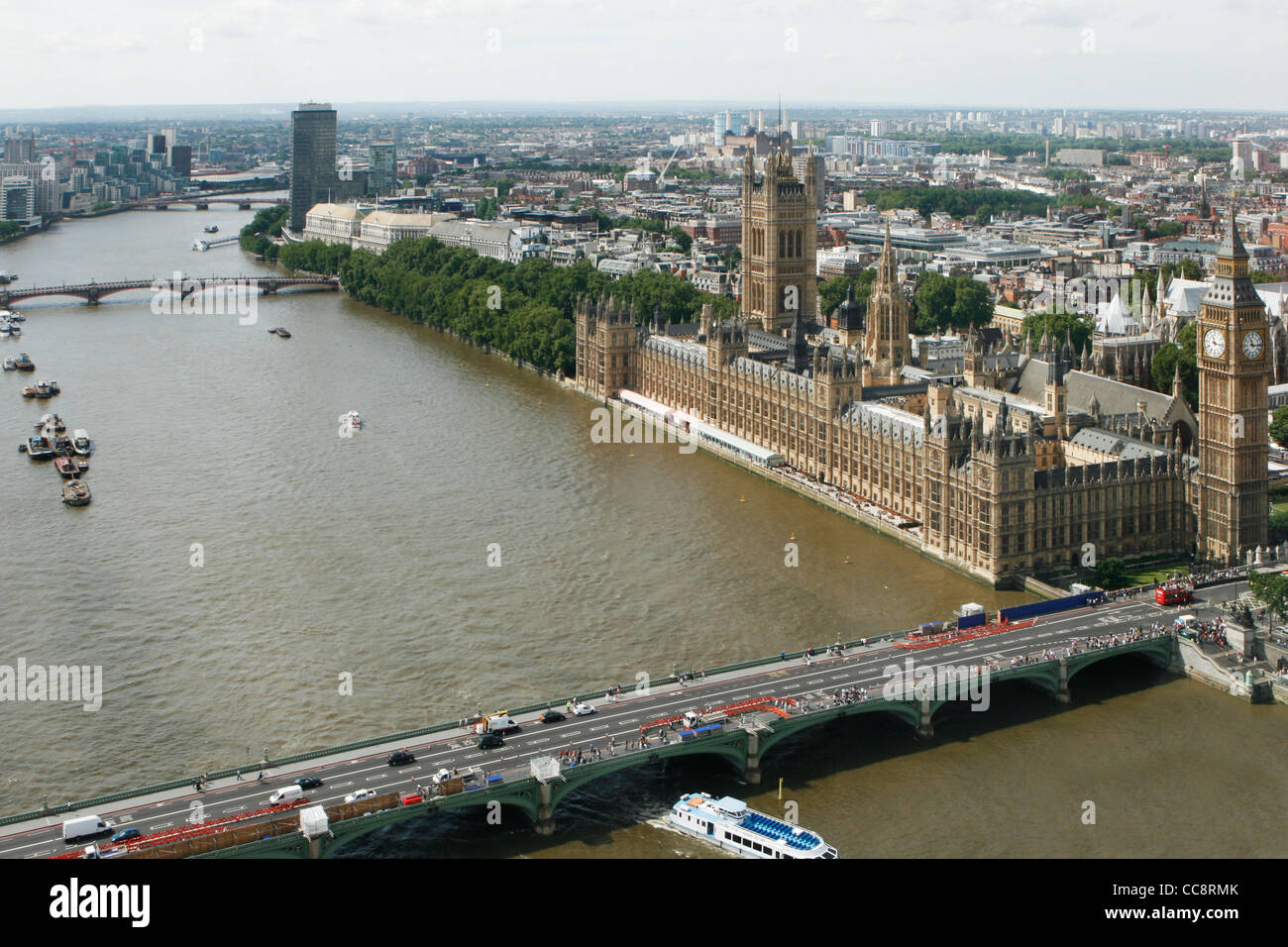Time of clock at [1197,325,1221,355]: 11:16
